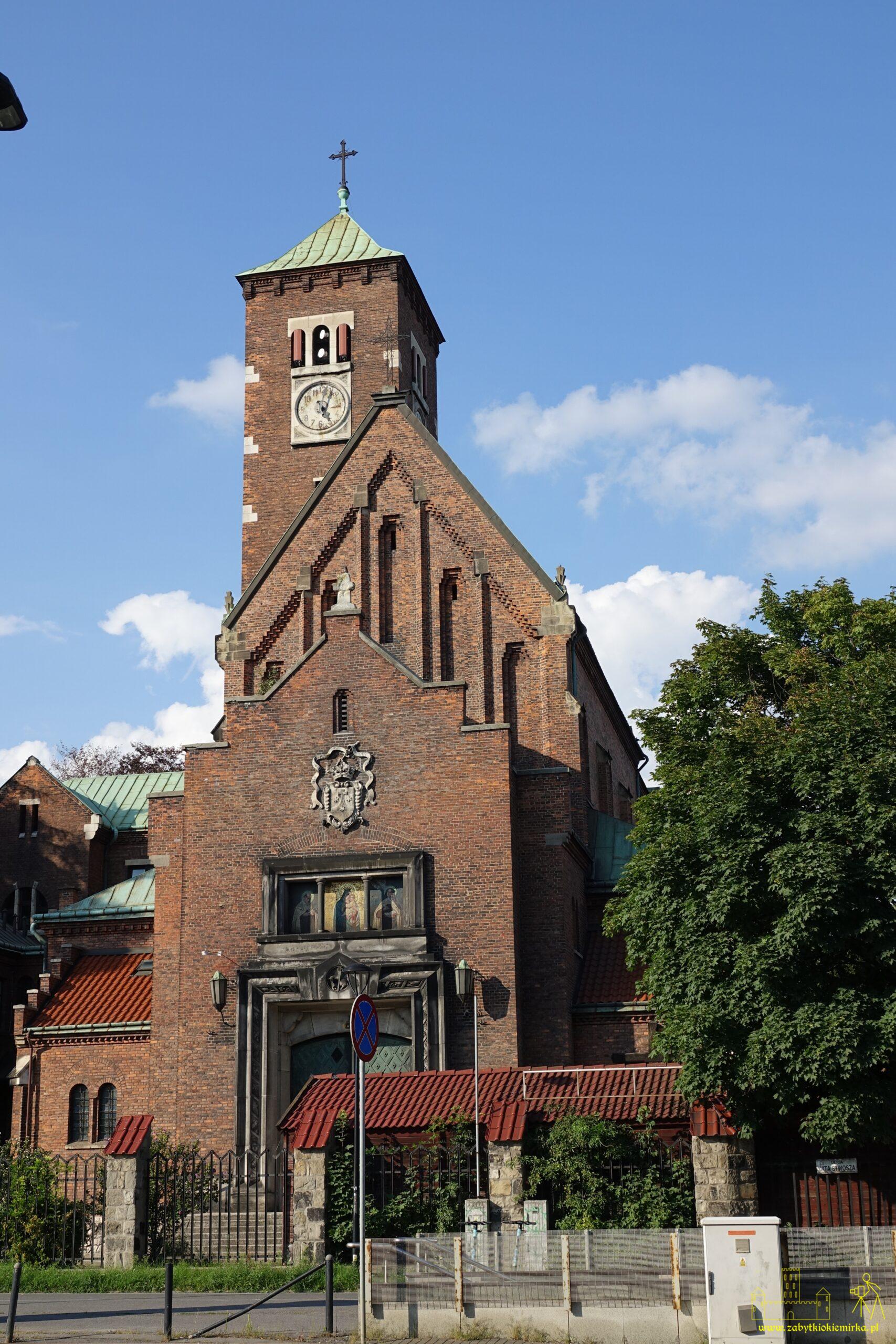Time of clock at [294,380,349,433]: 5:03
